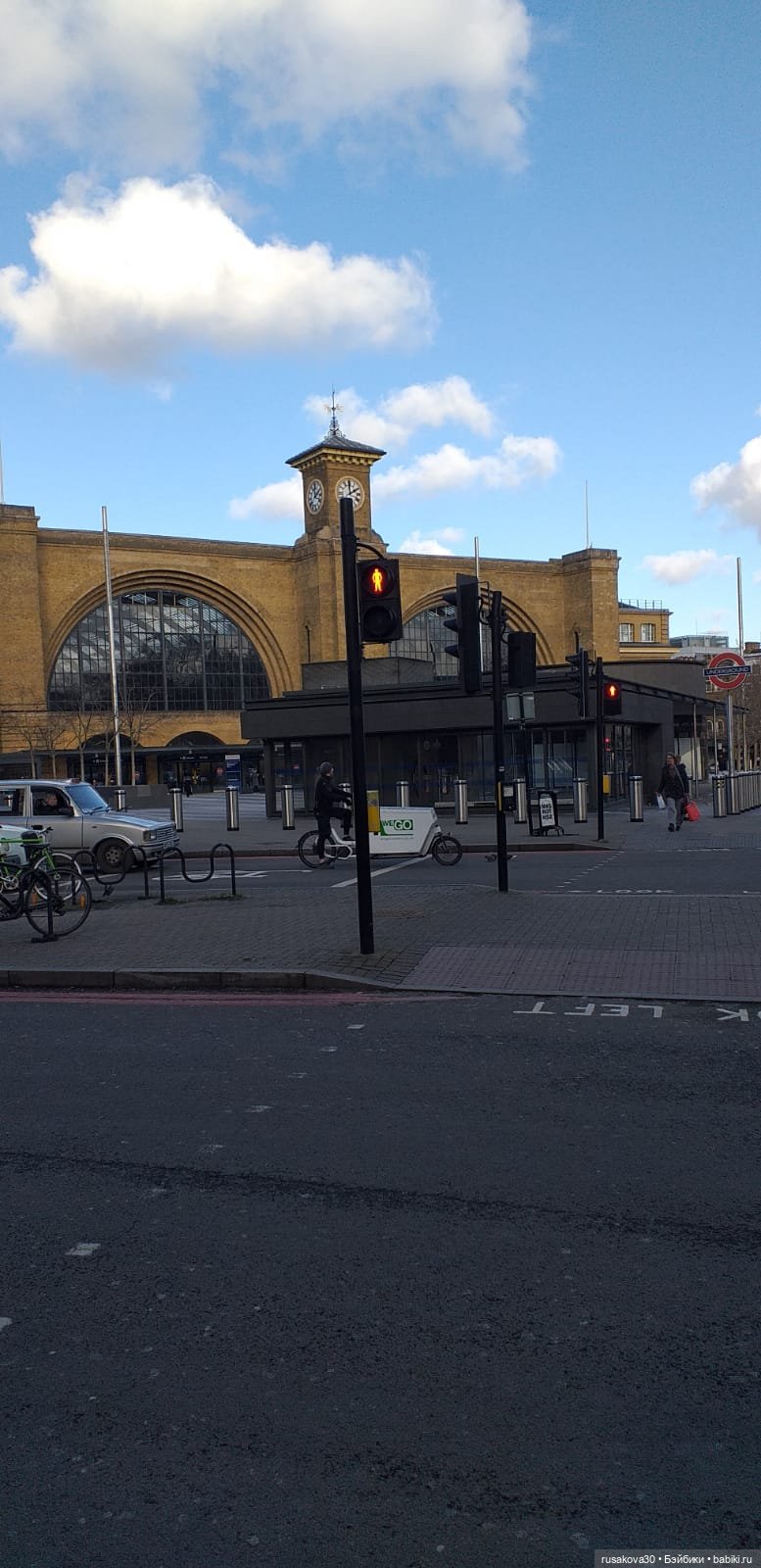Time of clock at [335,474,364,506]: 1:59
